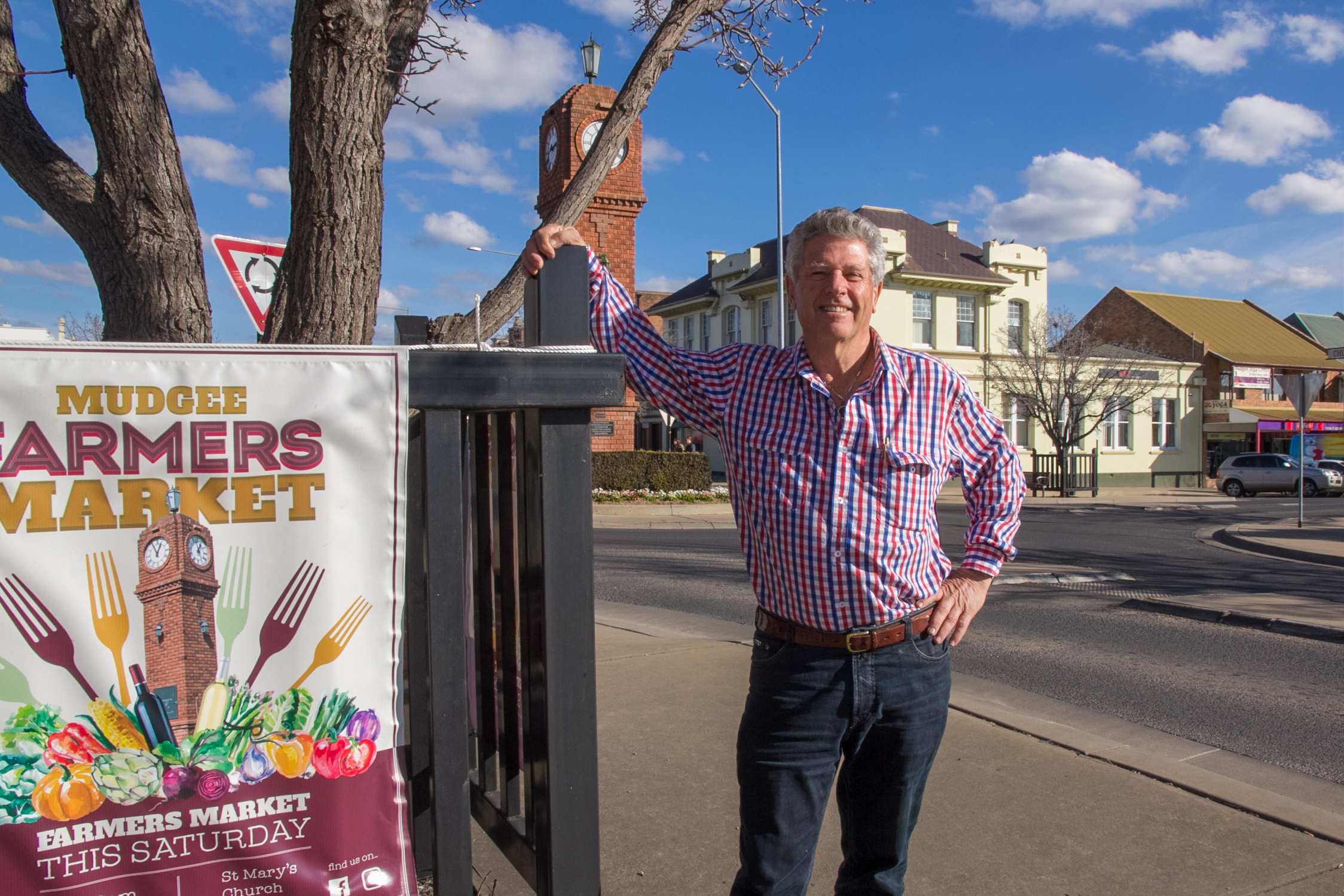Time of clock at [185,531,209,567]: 12:57
